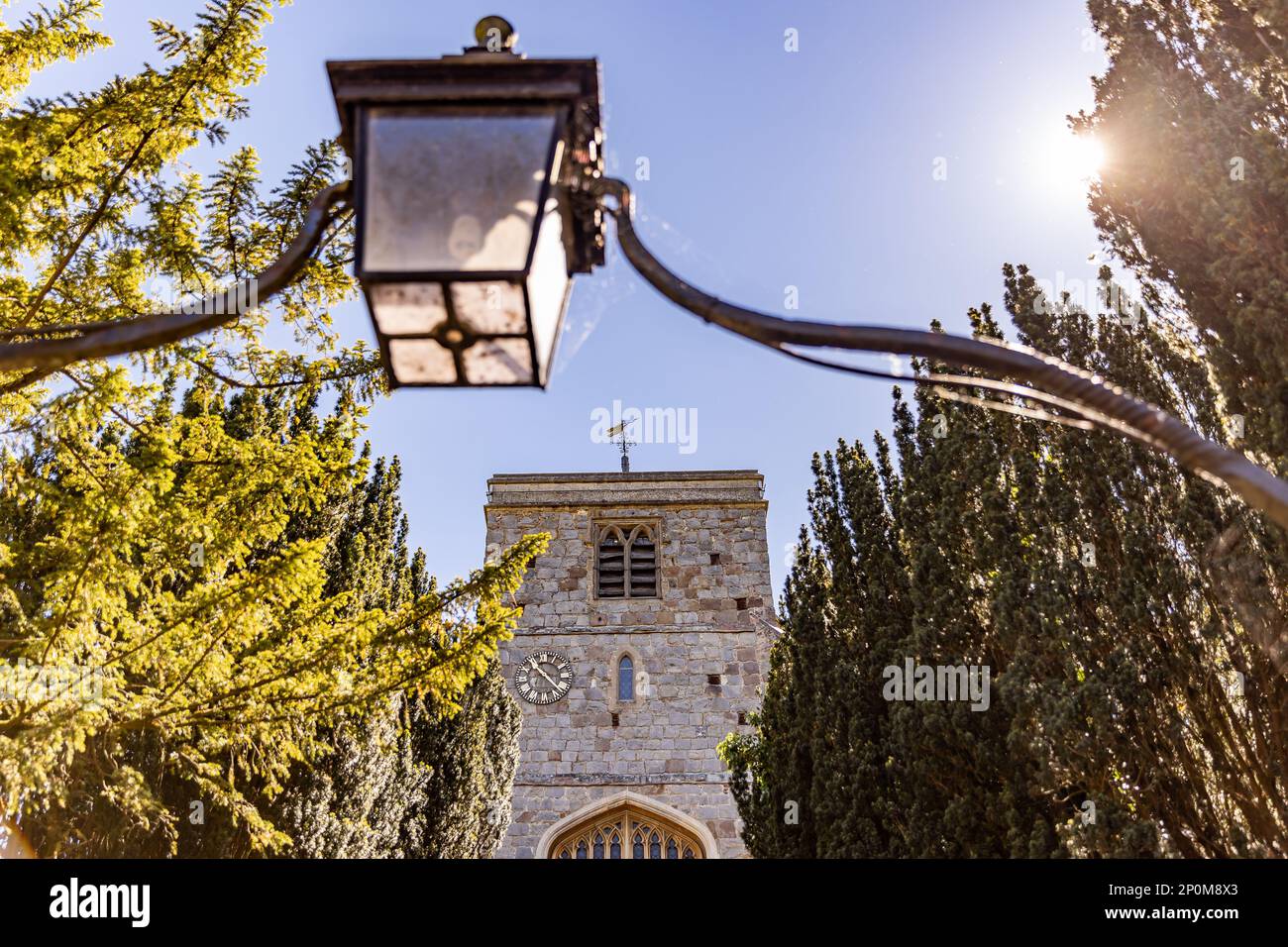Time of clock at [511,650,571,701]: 10:22
